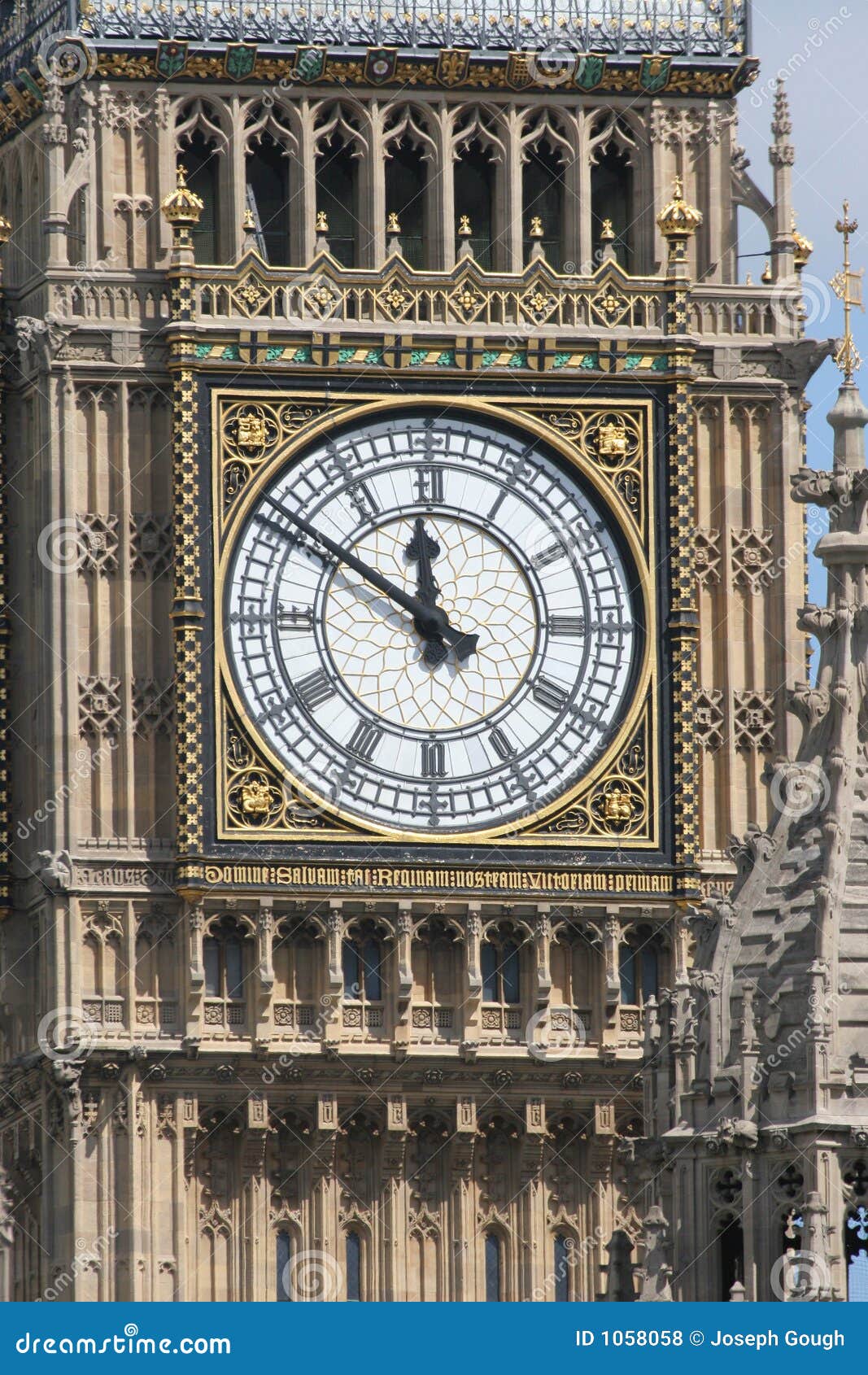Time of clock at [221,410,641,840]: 11:50
